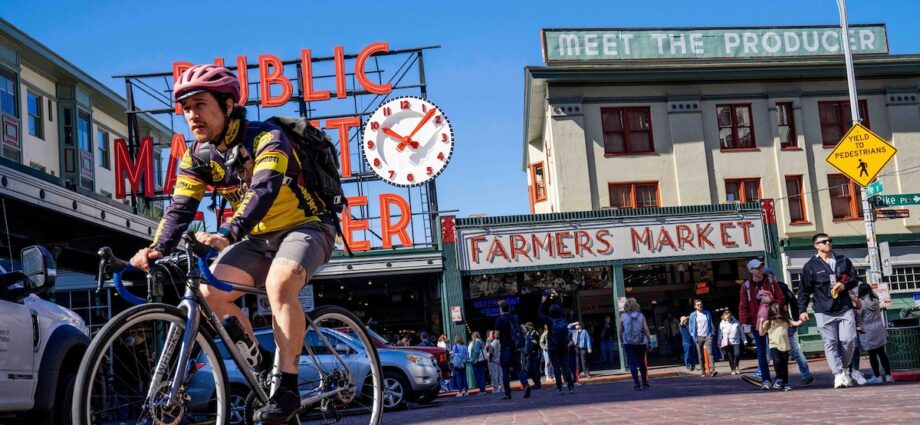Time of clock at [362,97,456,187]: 10:07
